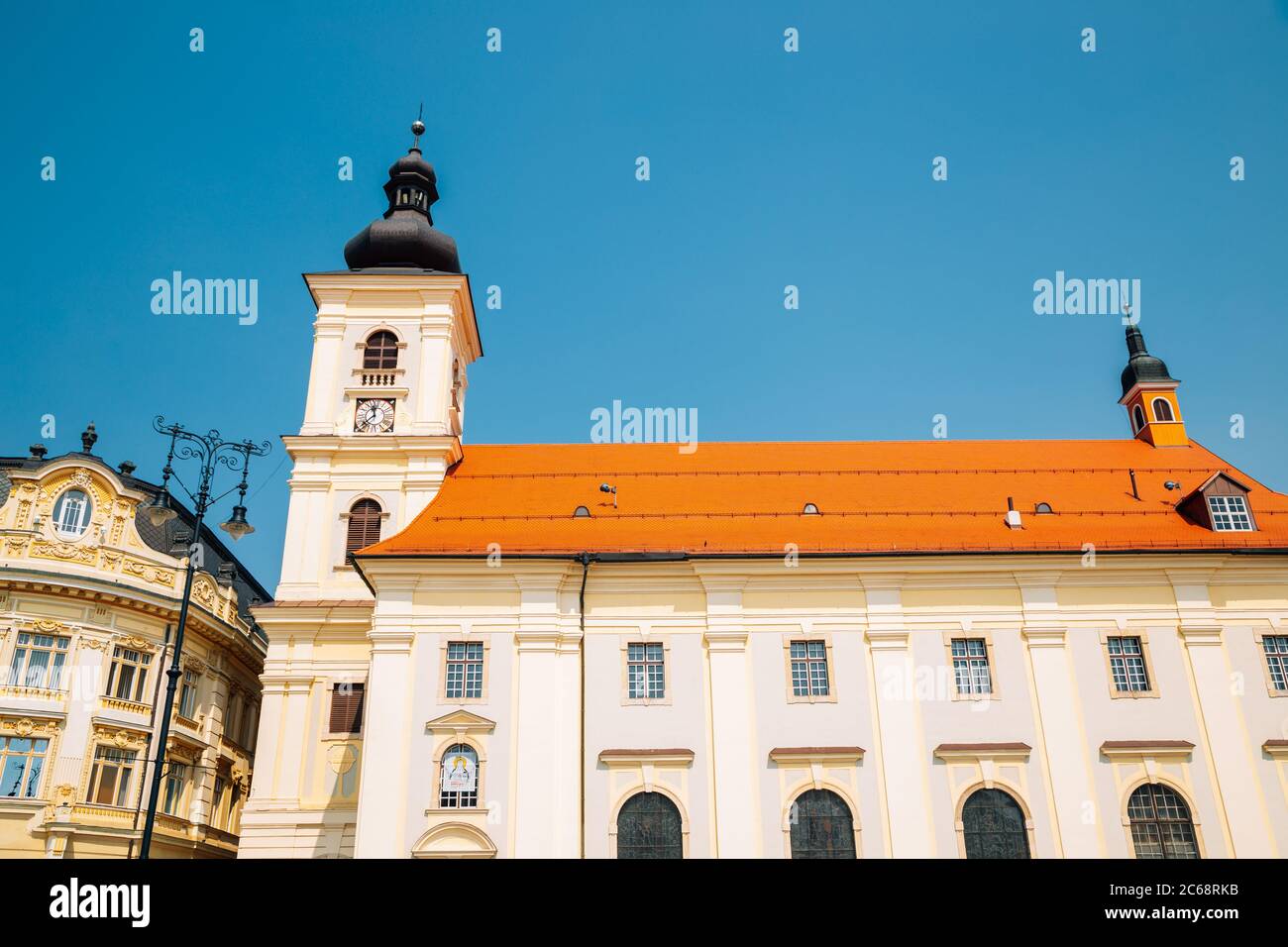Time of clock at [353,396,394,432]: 11:37
